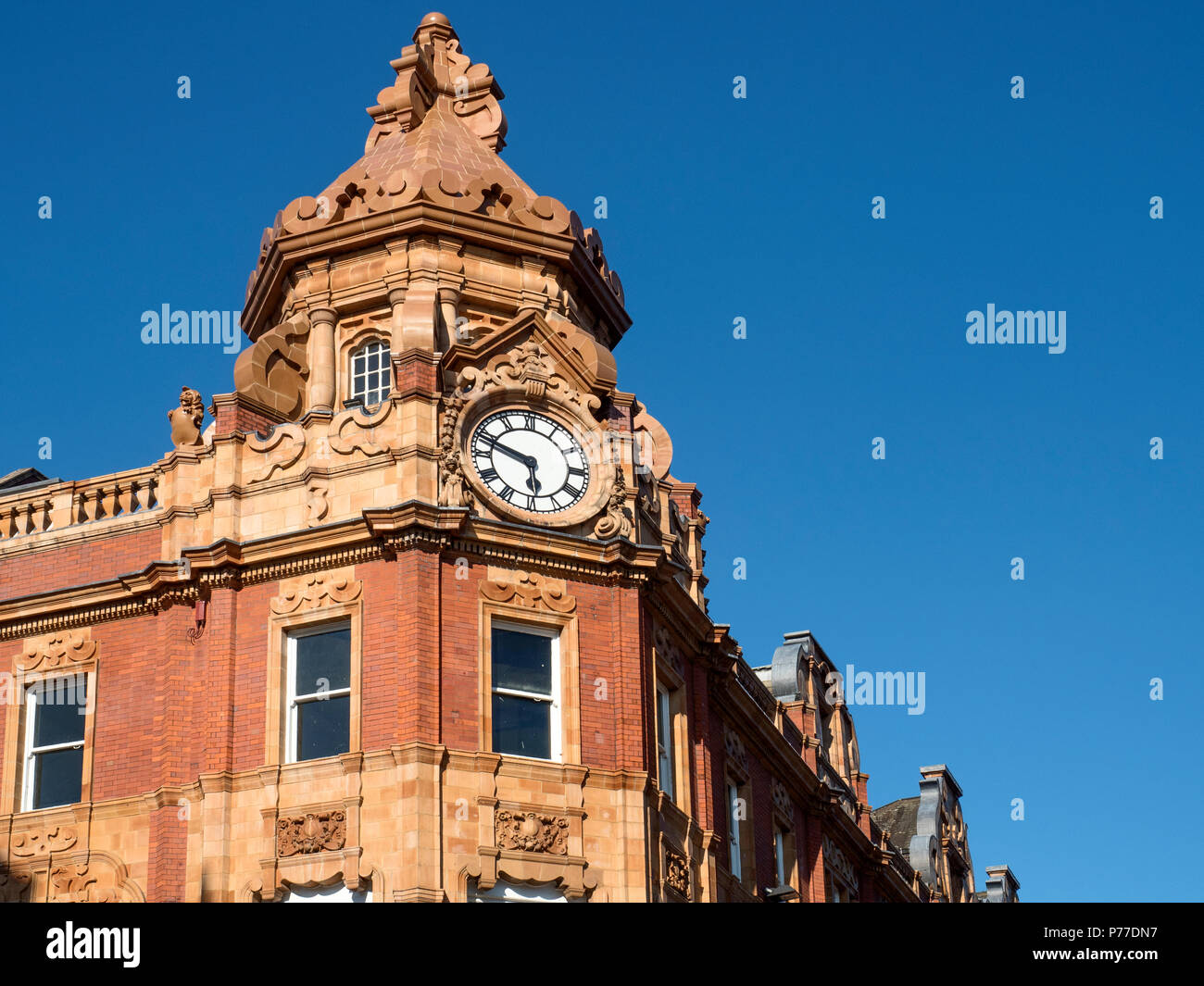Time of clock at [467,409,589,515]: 5:48
